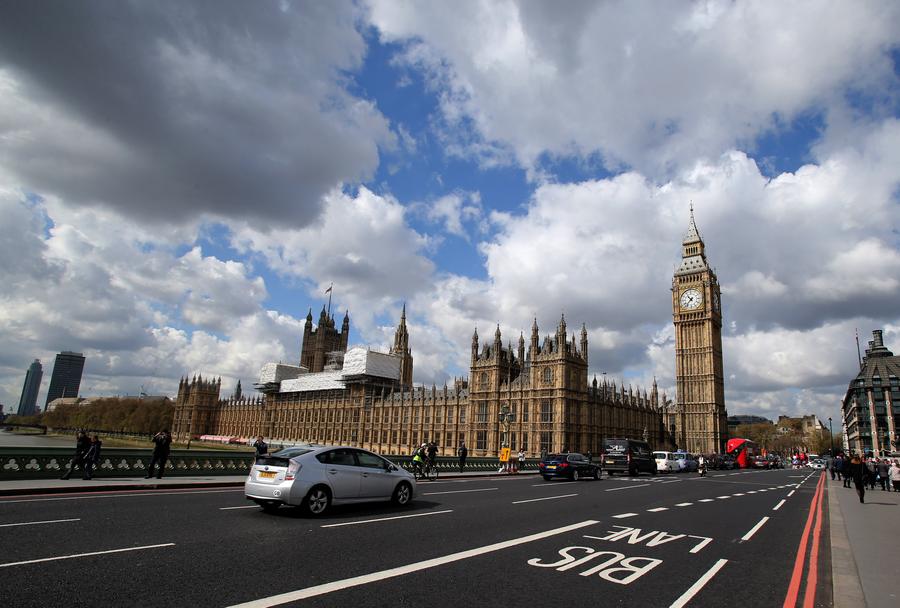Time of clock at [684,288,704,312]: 10:37
